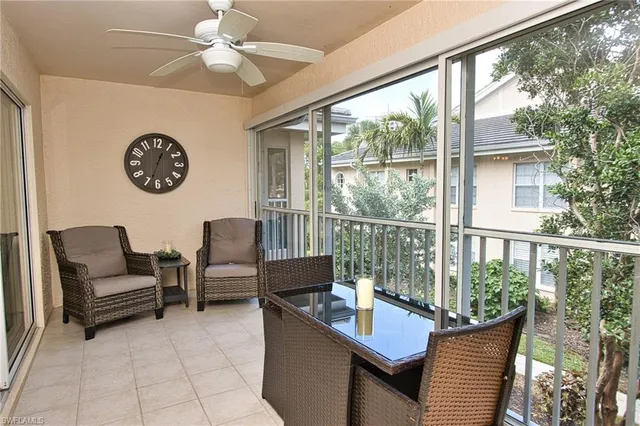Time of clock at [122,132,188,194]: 12:33
